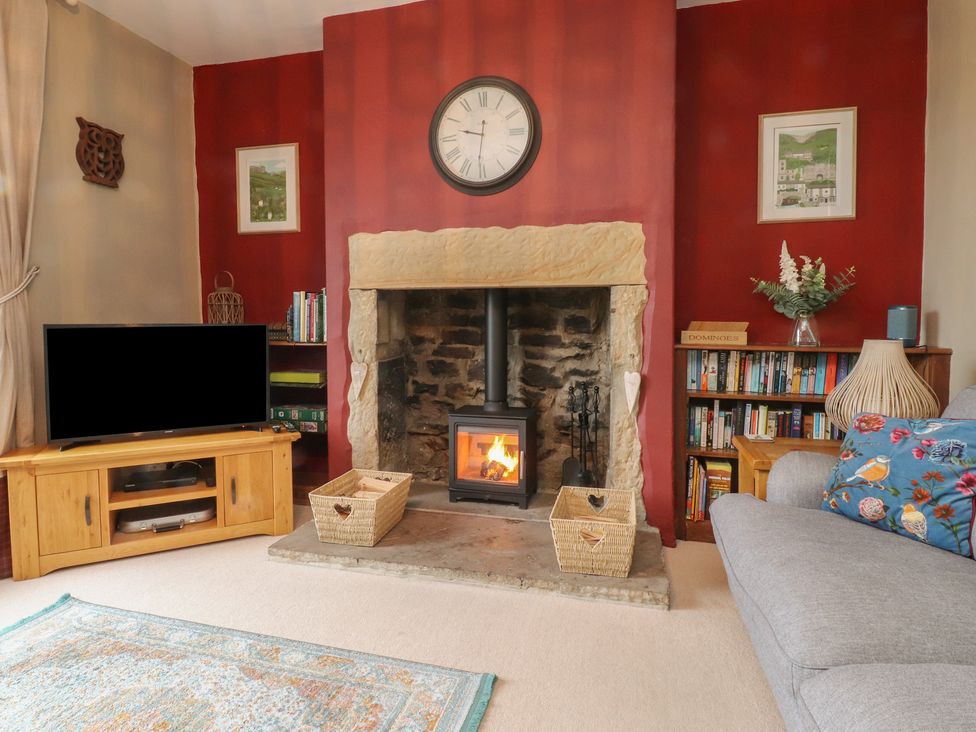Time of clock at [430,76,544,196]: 9:31
